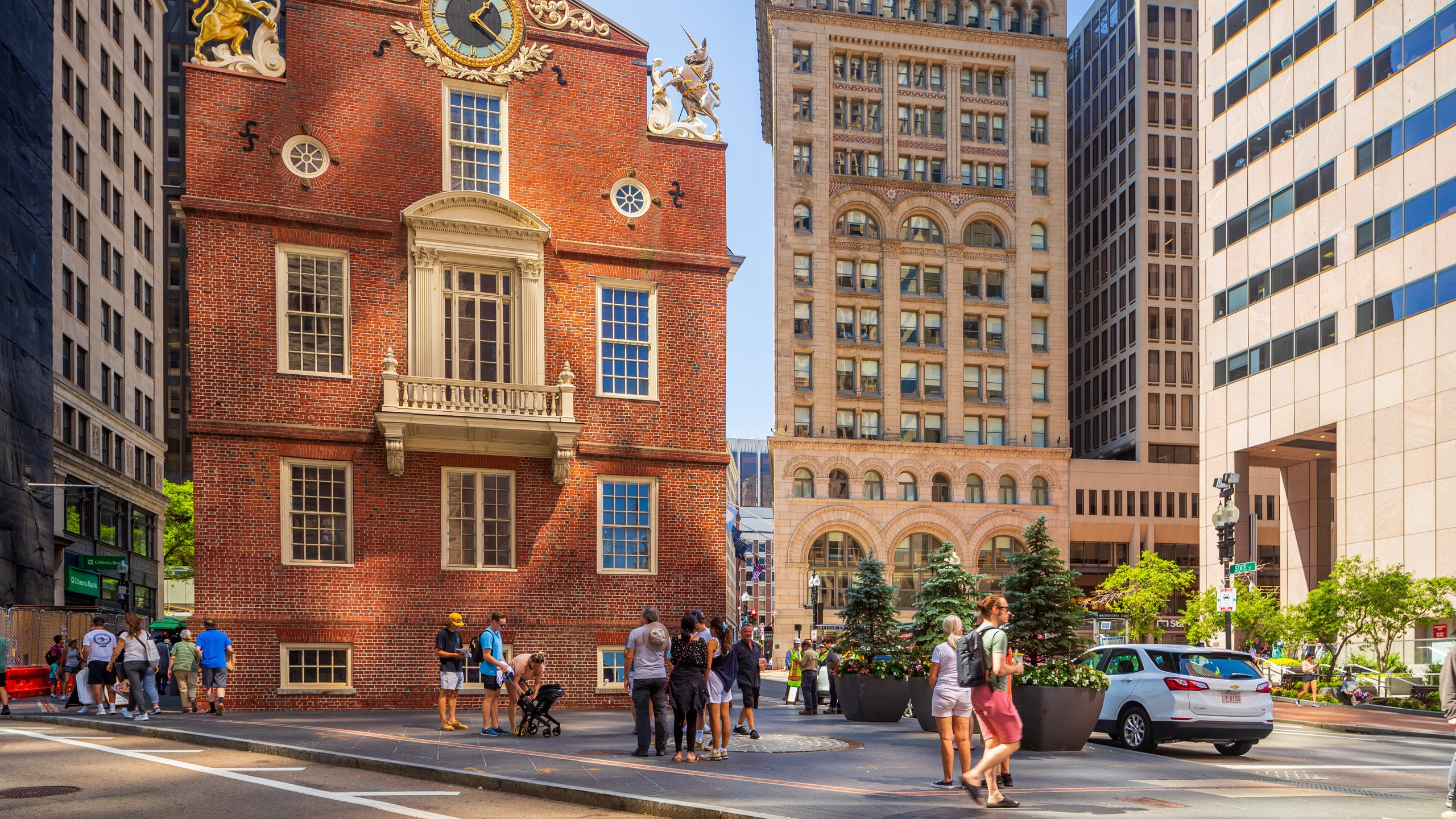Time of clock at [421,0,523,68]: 1:21
